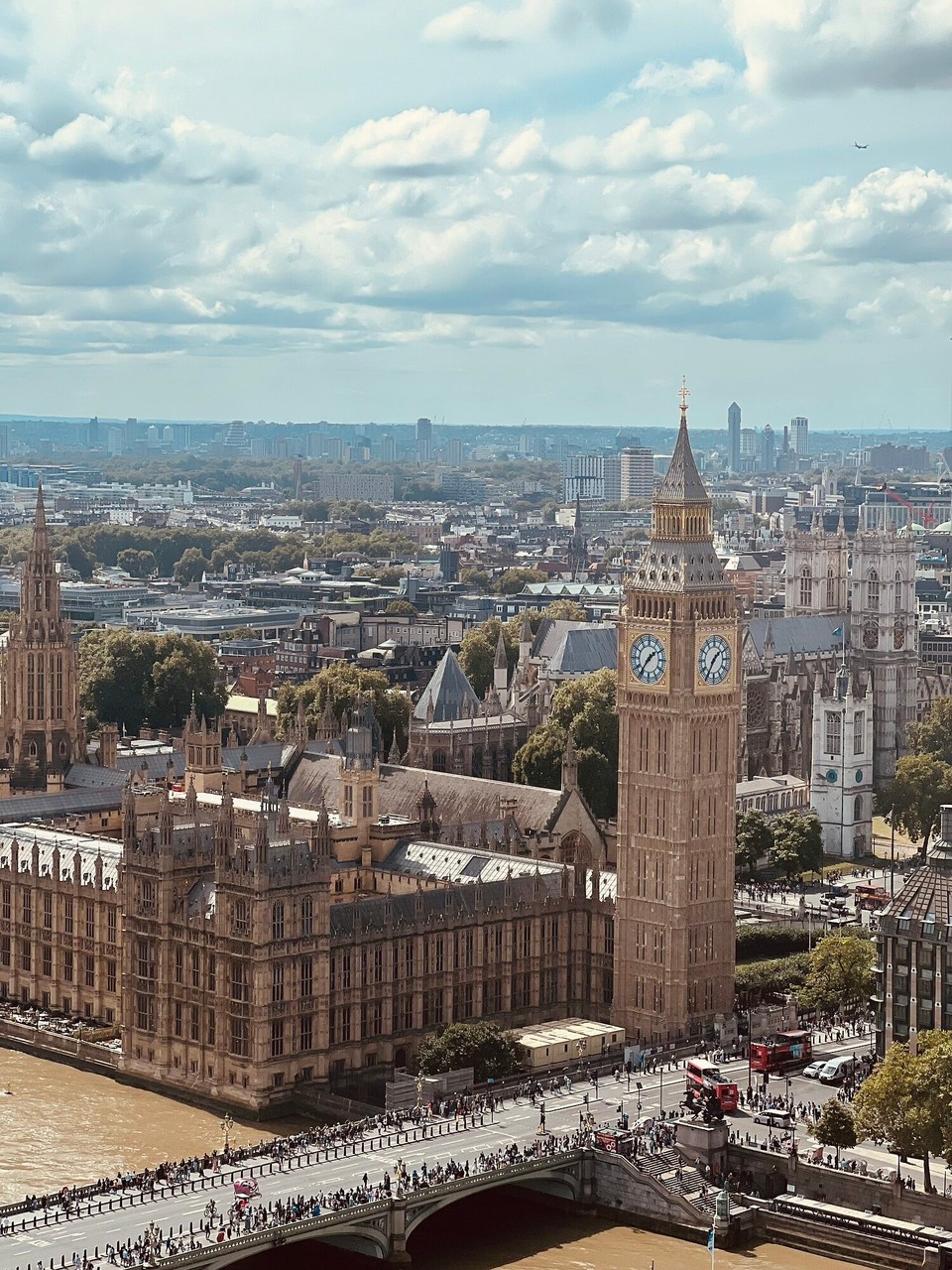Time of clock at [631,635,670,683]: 1:36
